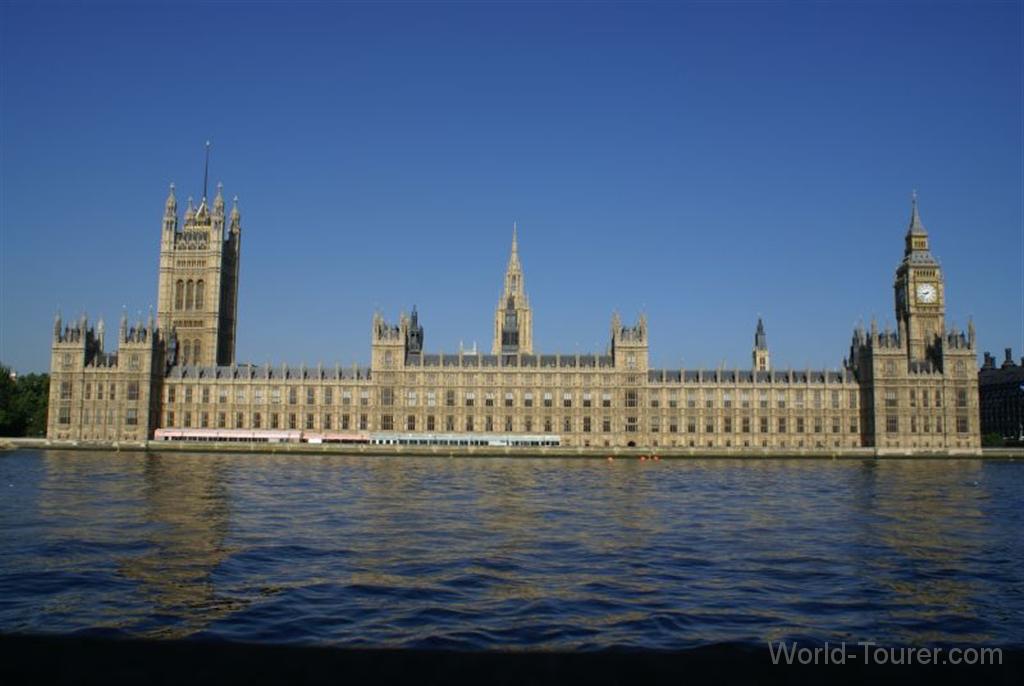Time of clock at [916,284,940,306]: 8:38
